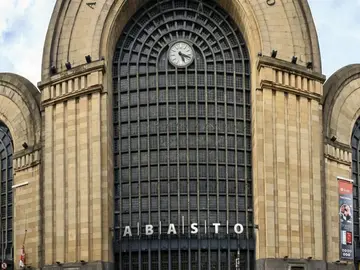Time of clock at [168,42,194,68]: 5:18
